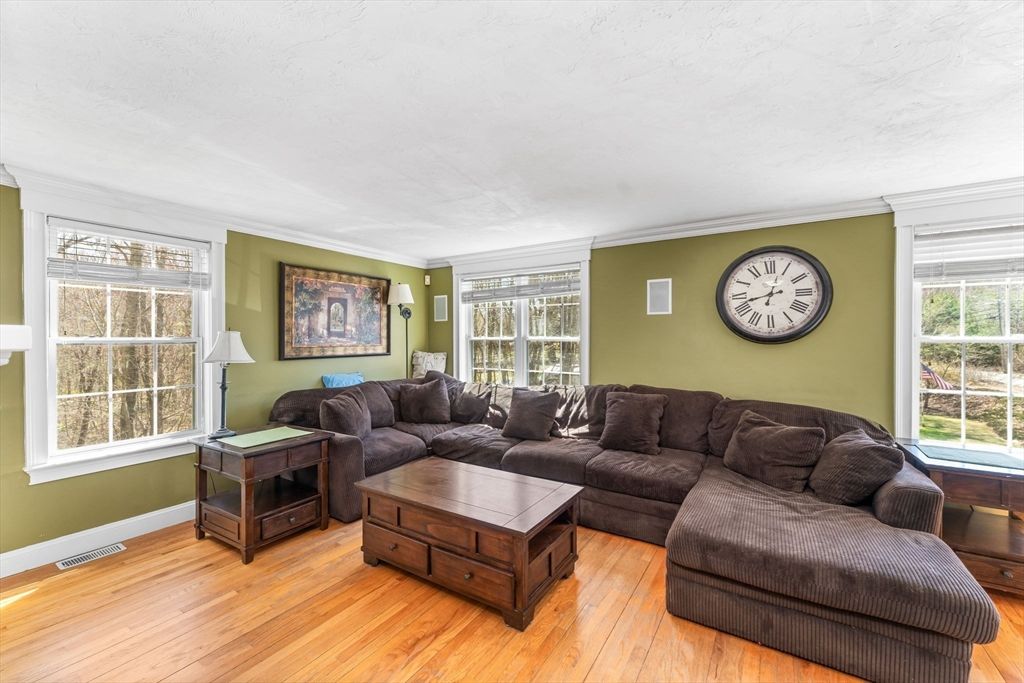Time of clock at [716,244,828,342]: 12:42
